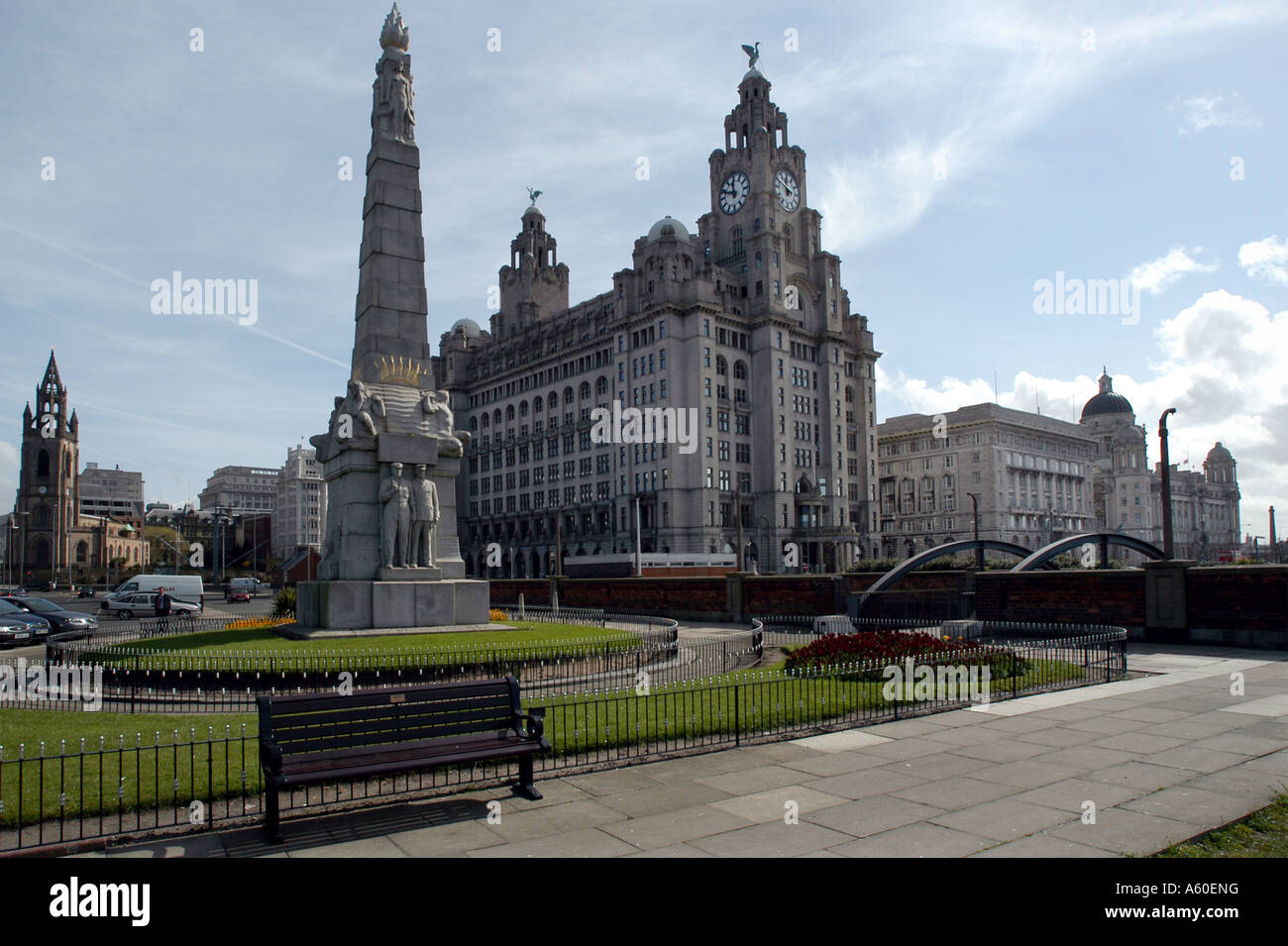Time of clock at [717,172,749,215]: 11:48
